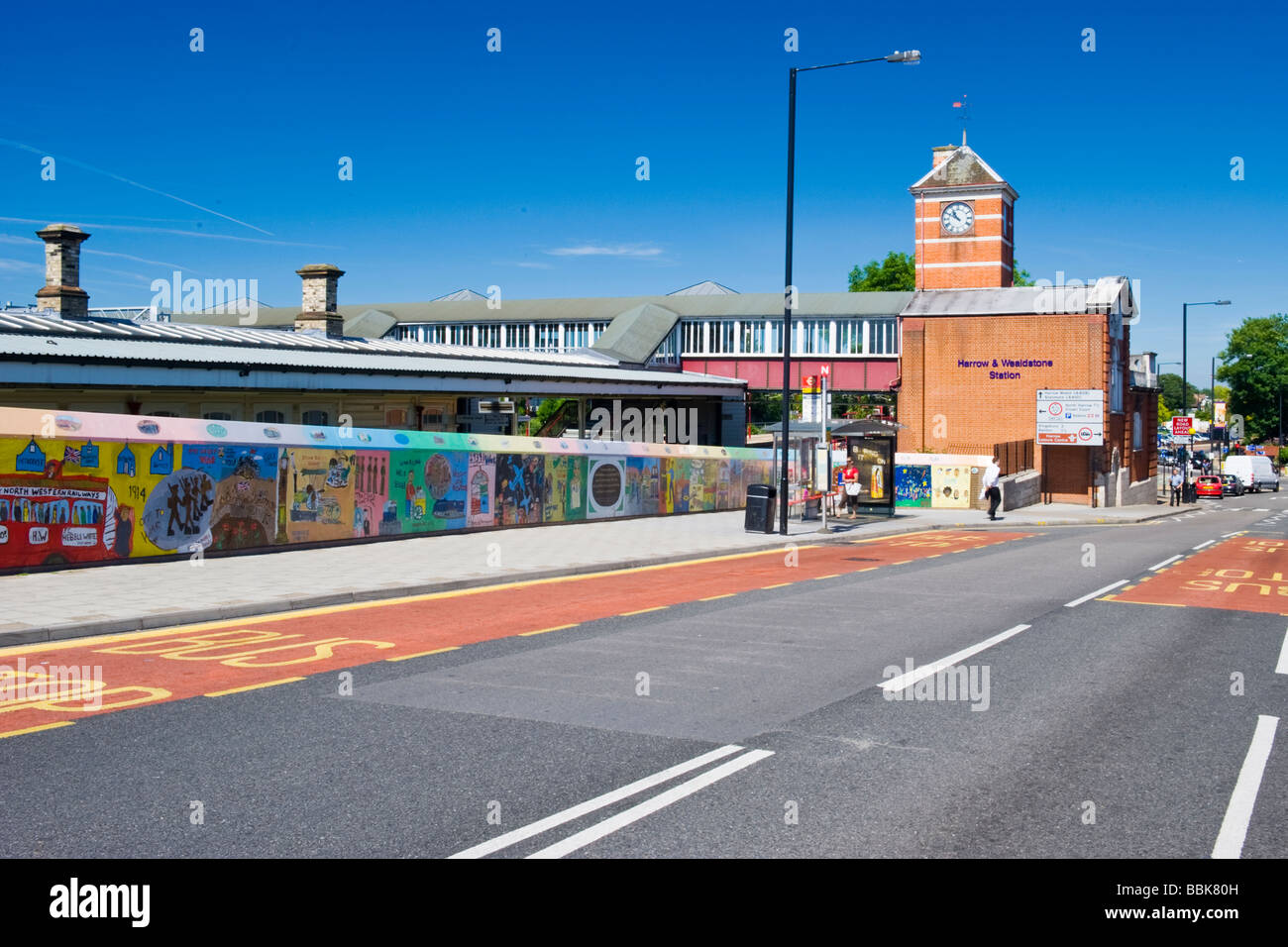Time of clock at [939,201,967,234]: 10:50
